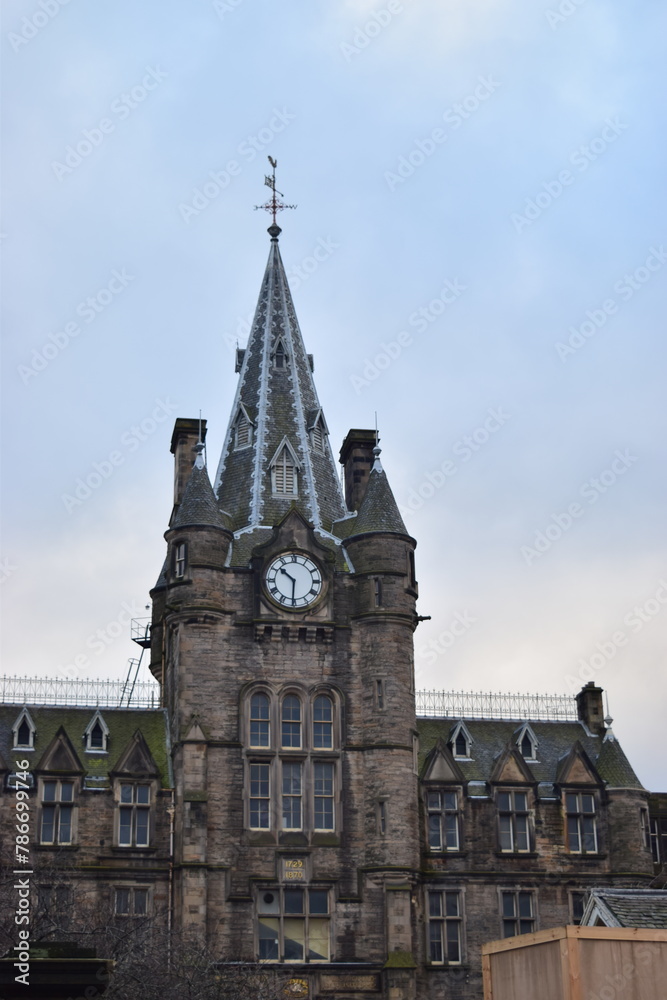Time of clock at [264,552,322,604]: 10:30
